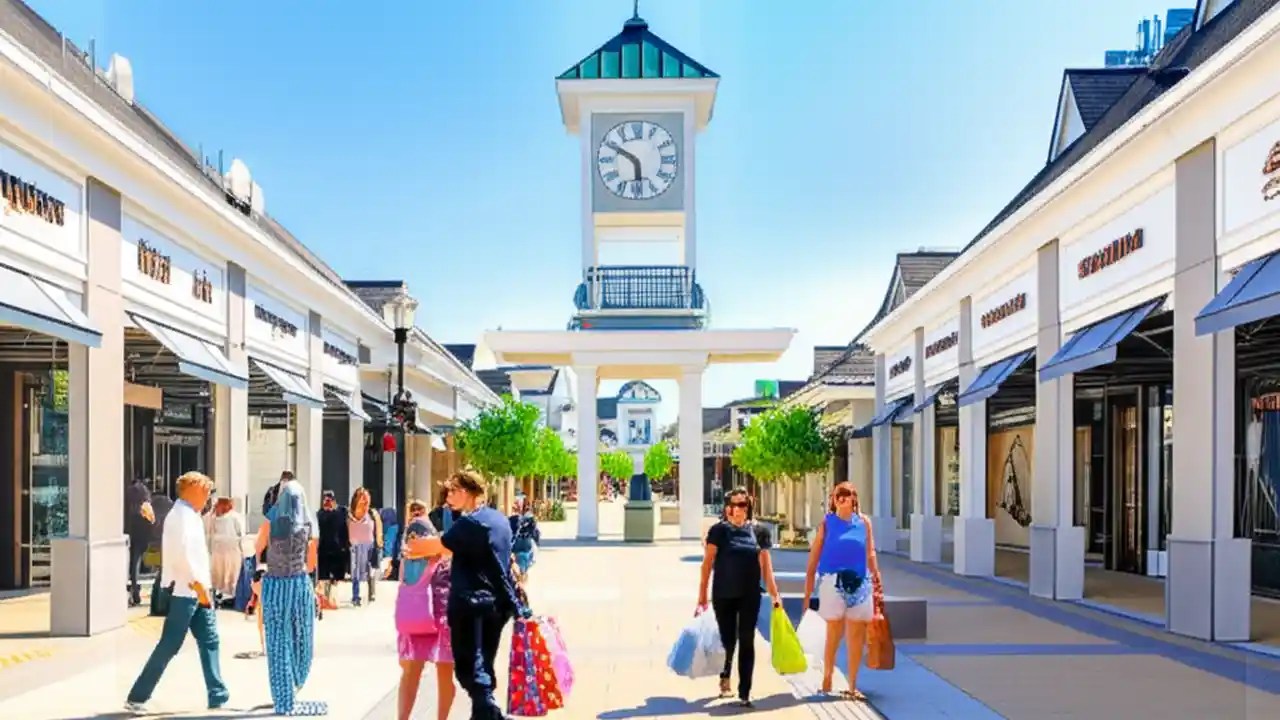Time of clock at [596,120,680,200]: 5:49
